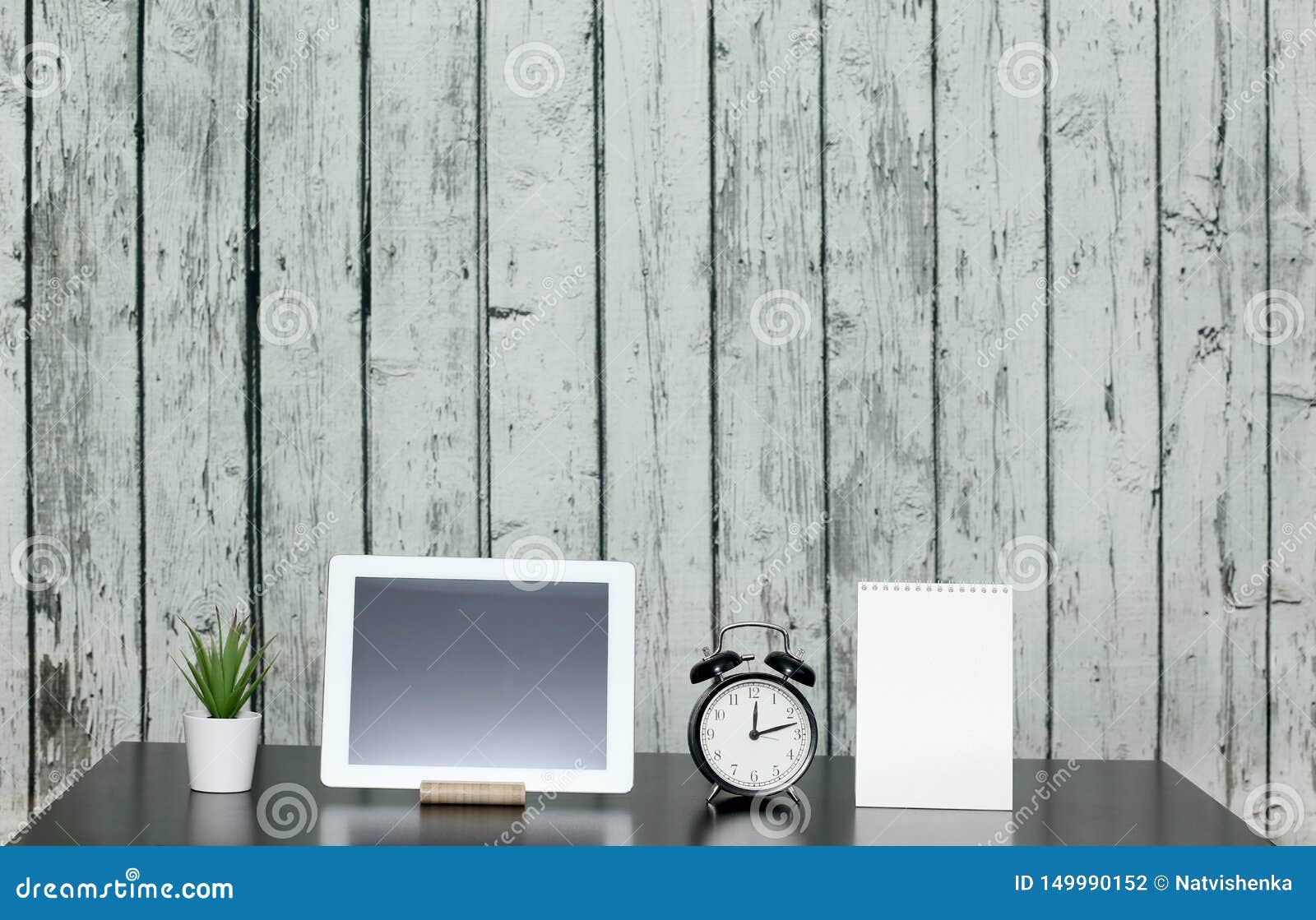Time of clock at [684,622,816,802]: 12:12
